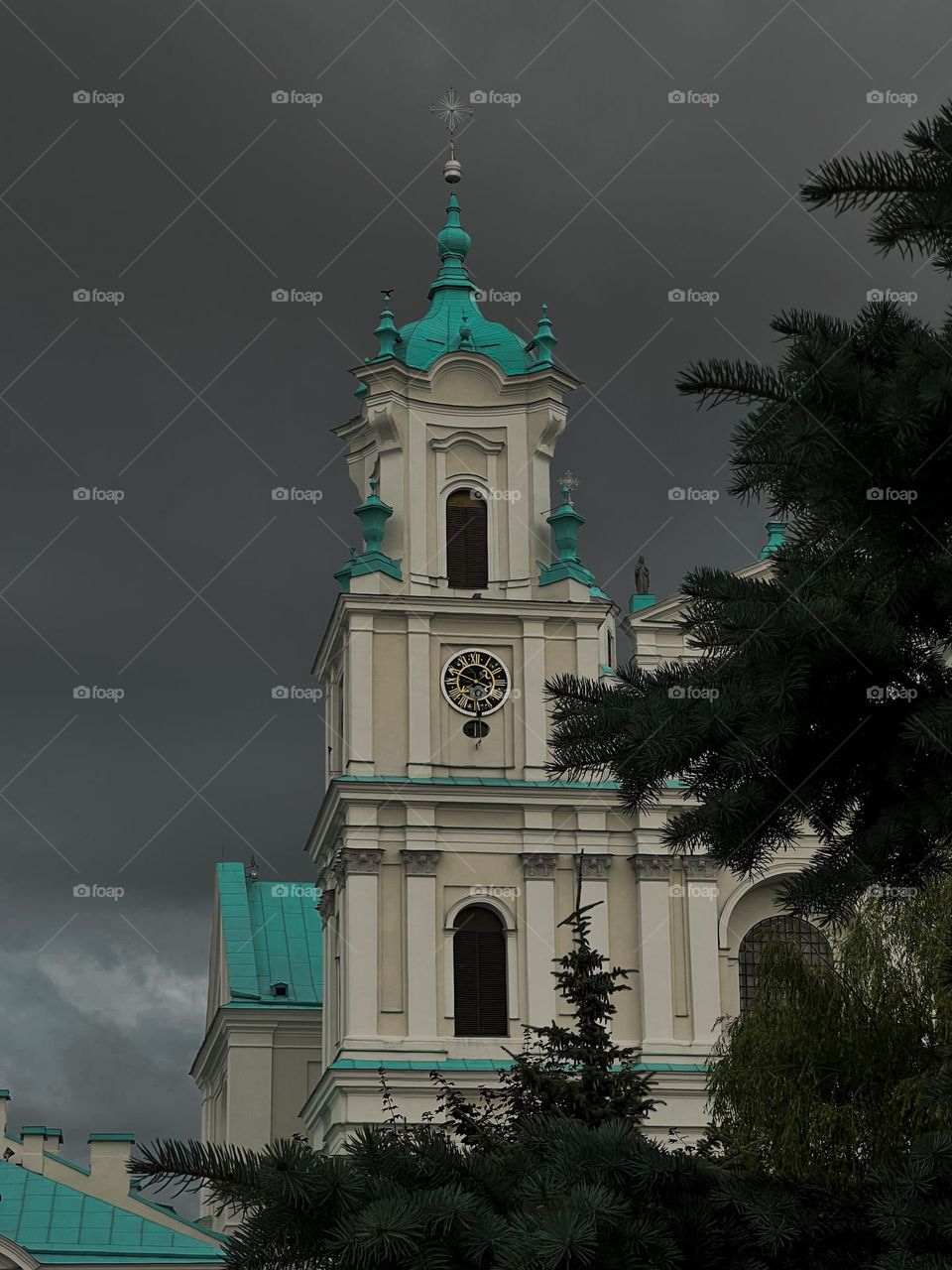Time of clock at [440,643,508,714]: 3:48
